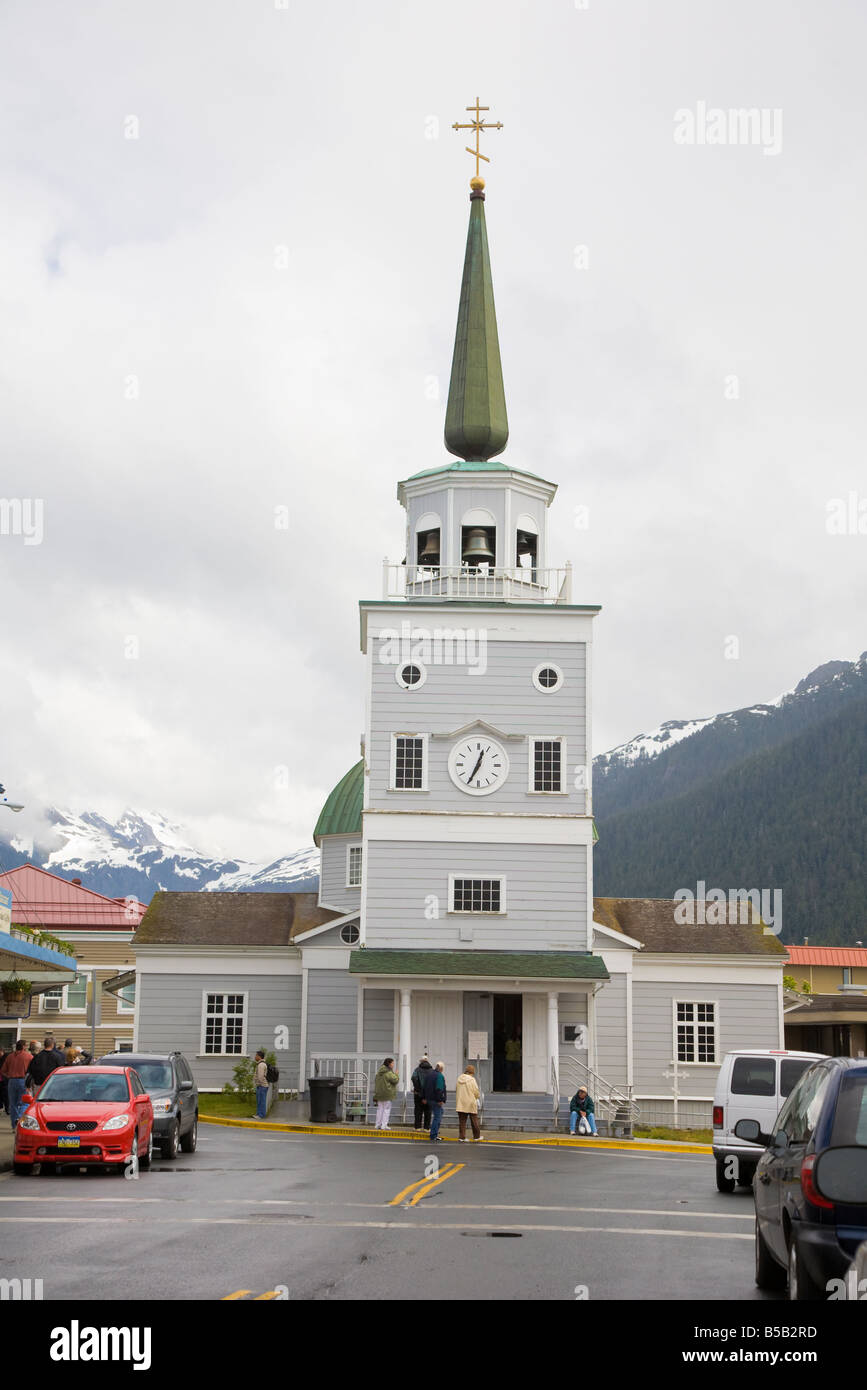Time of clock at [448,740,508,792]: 12:34
